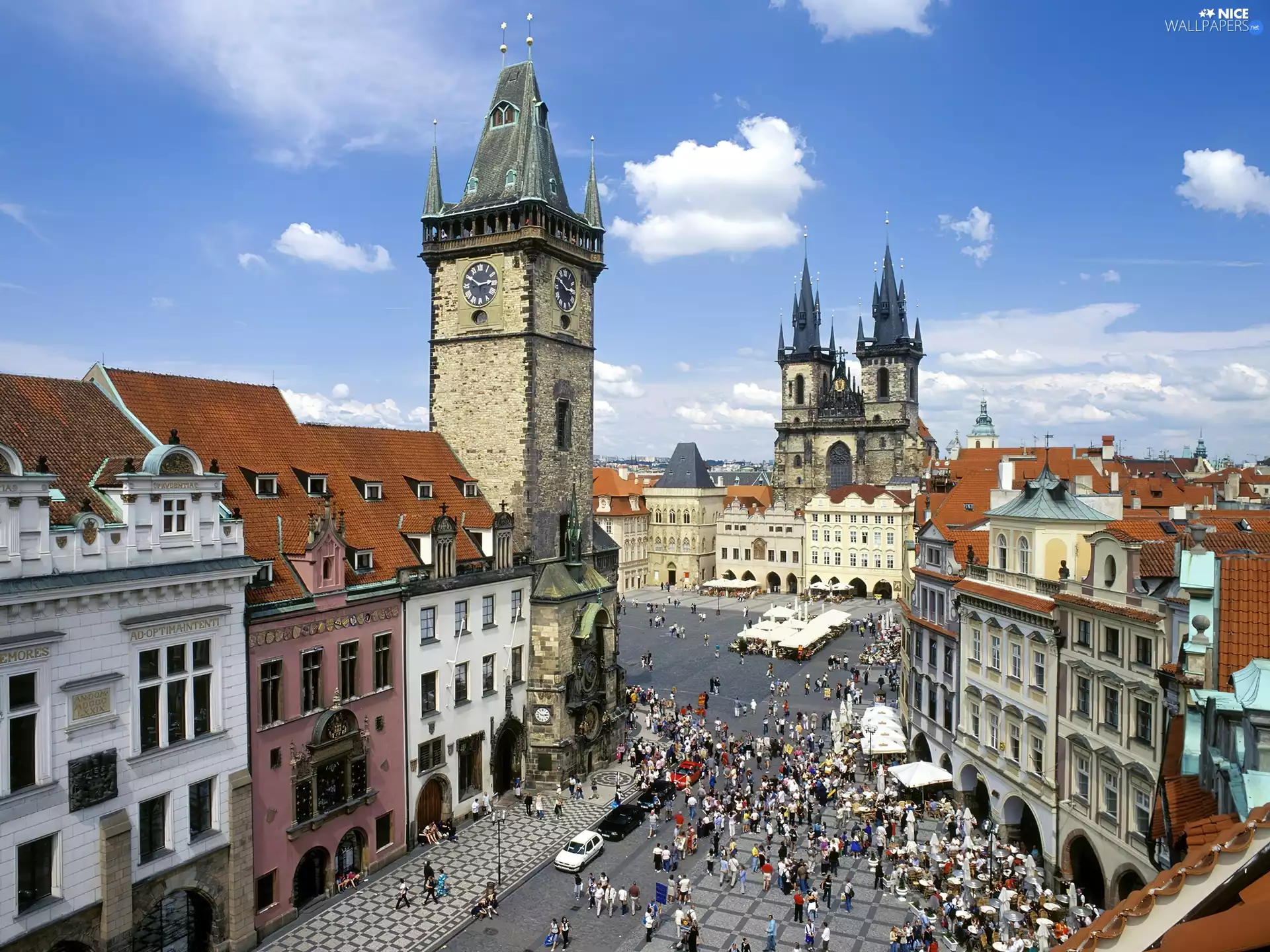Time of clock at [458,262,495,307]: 2:50
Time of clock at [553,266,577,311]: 2:50
